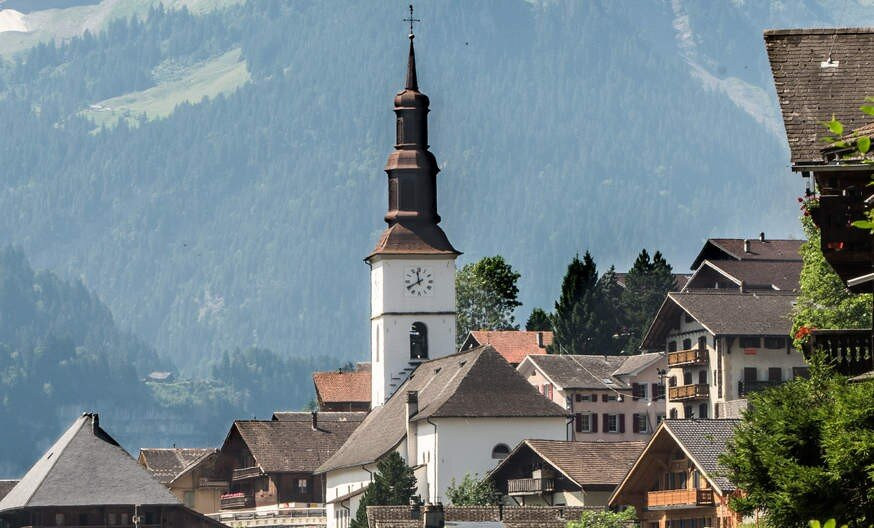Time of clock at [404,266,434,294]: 11:40
